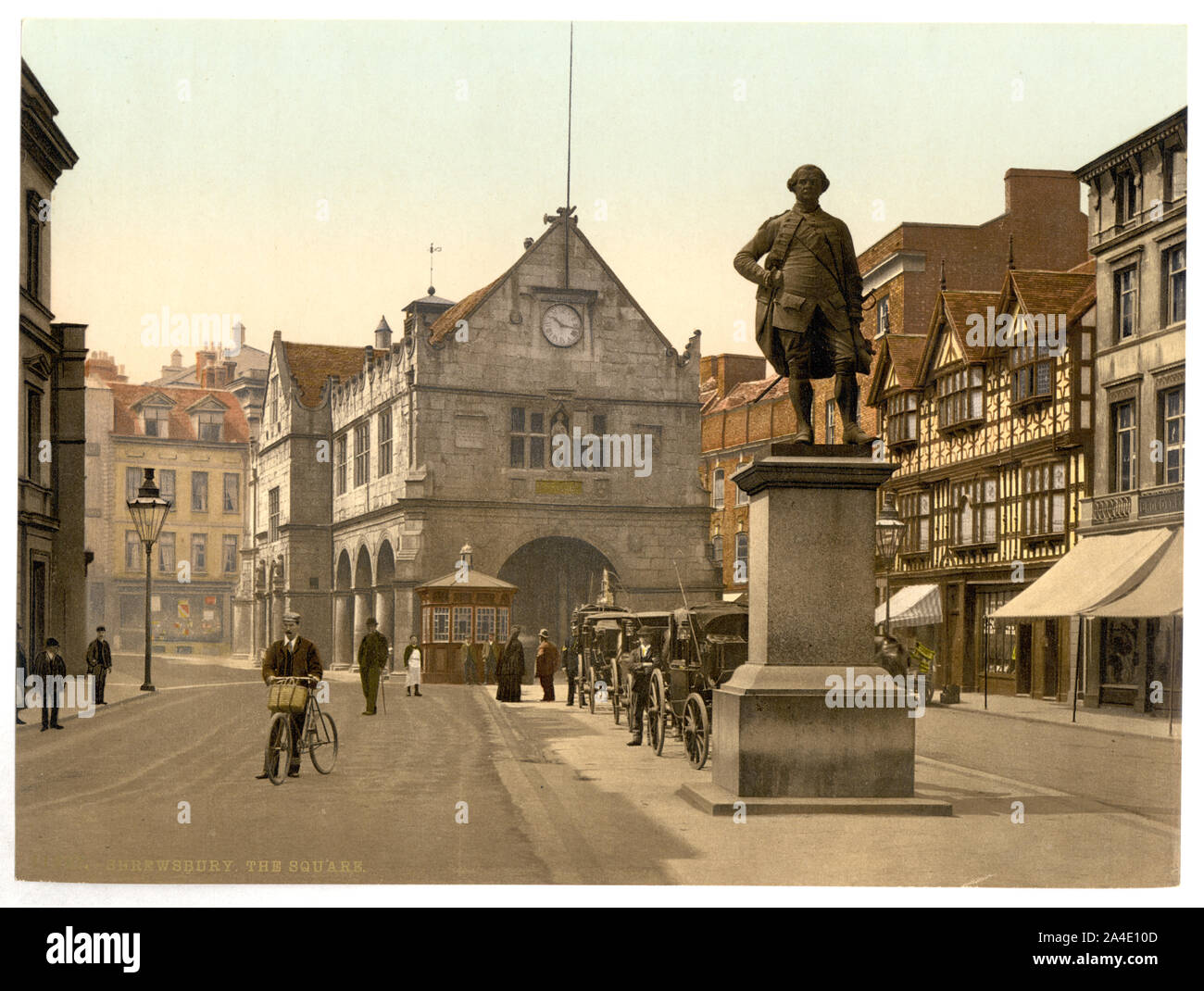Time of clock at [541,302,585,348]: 10:16
